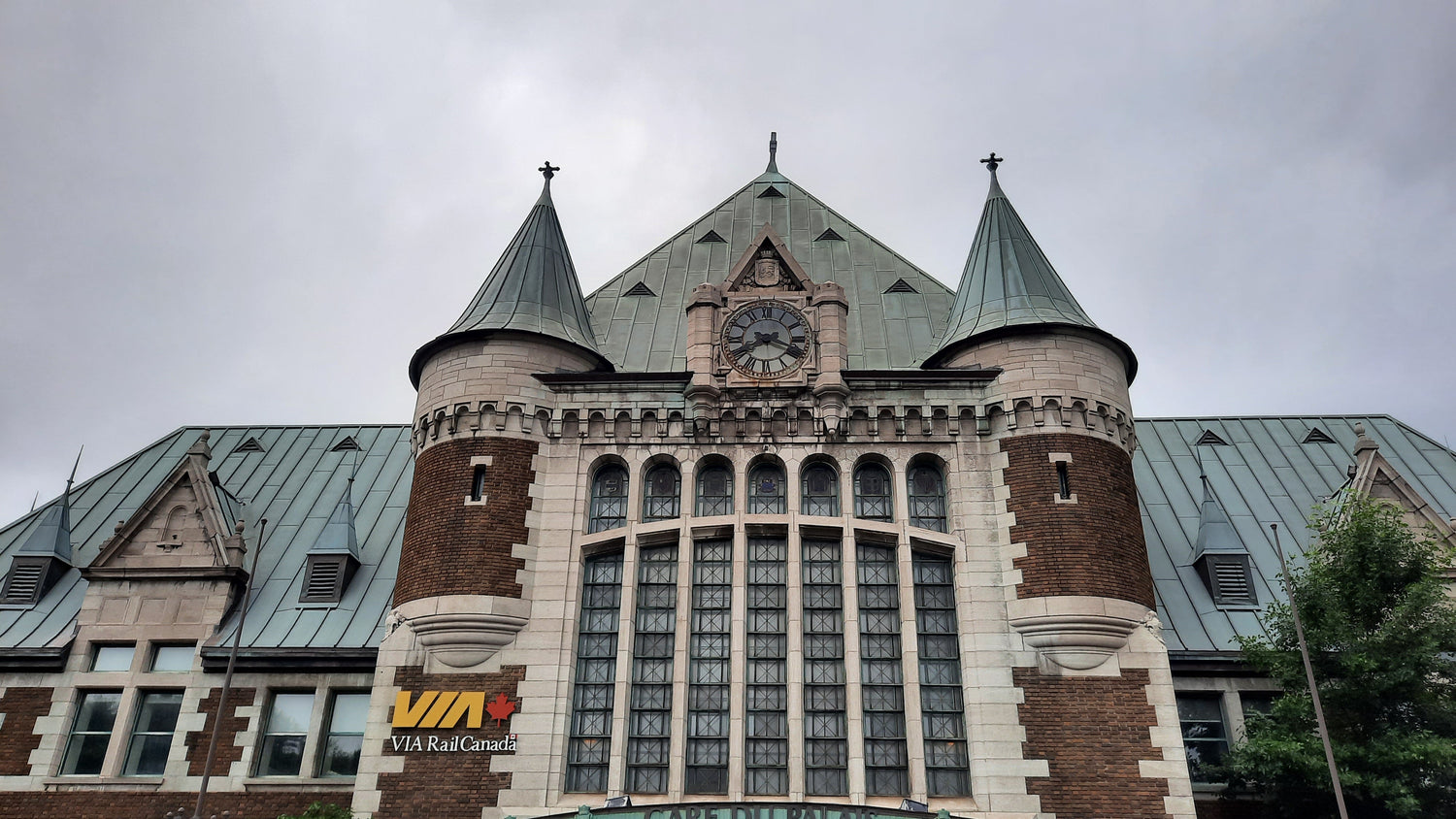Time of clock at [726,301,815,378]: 3:40
